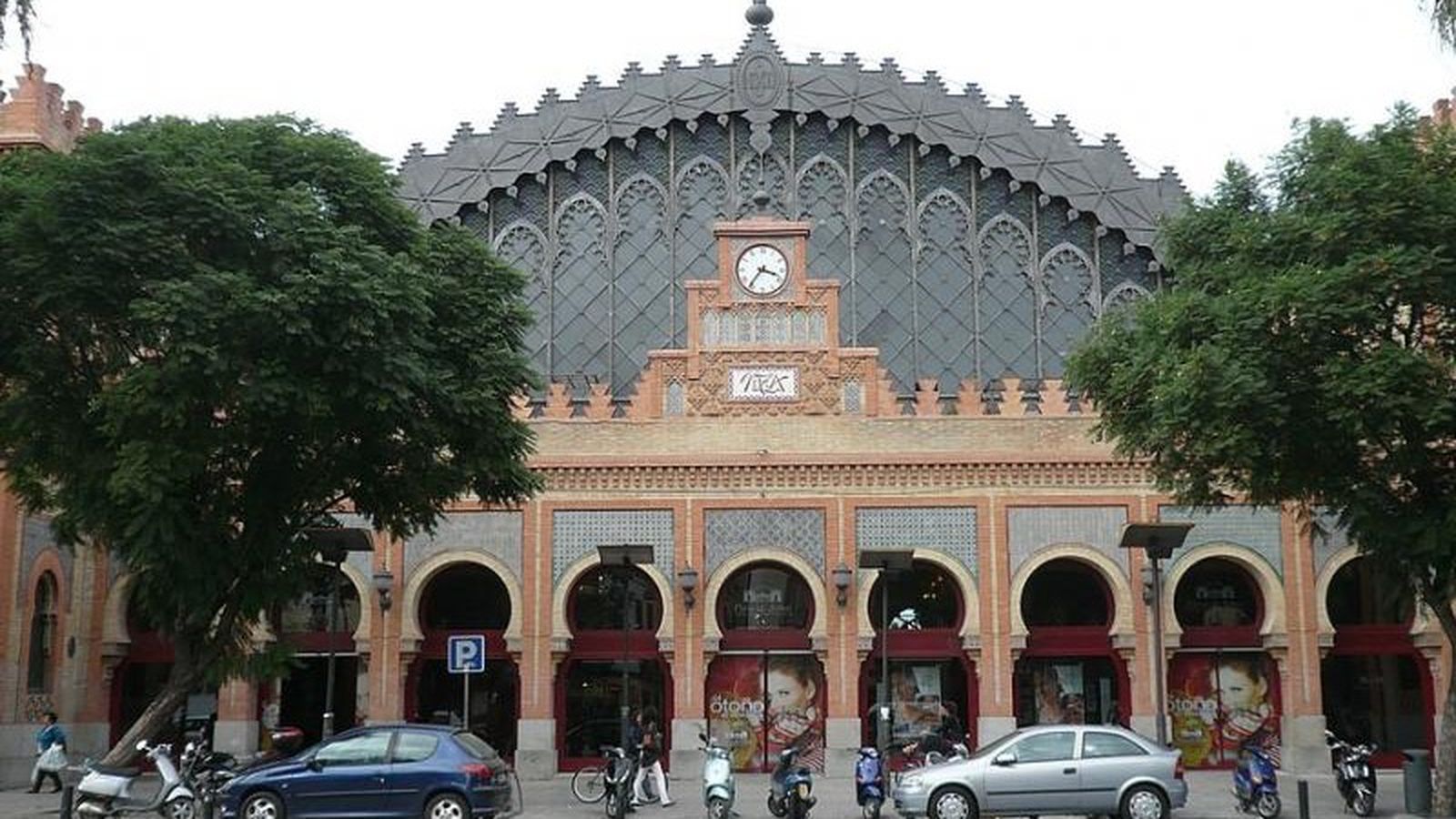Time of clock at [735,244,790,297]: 3:36
